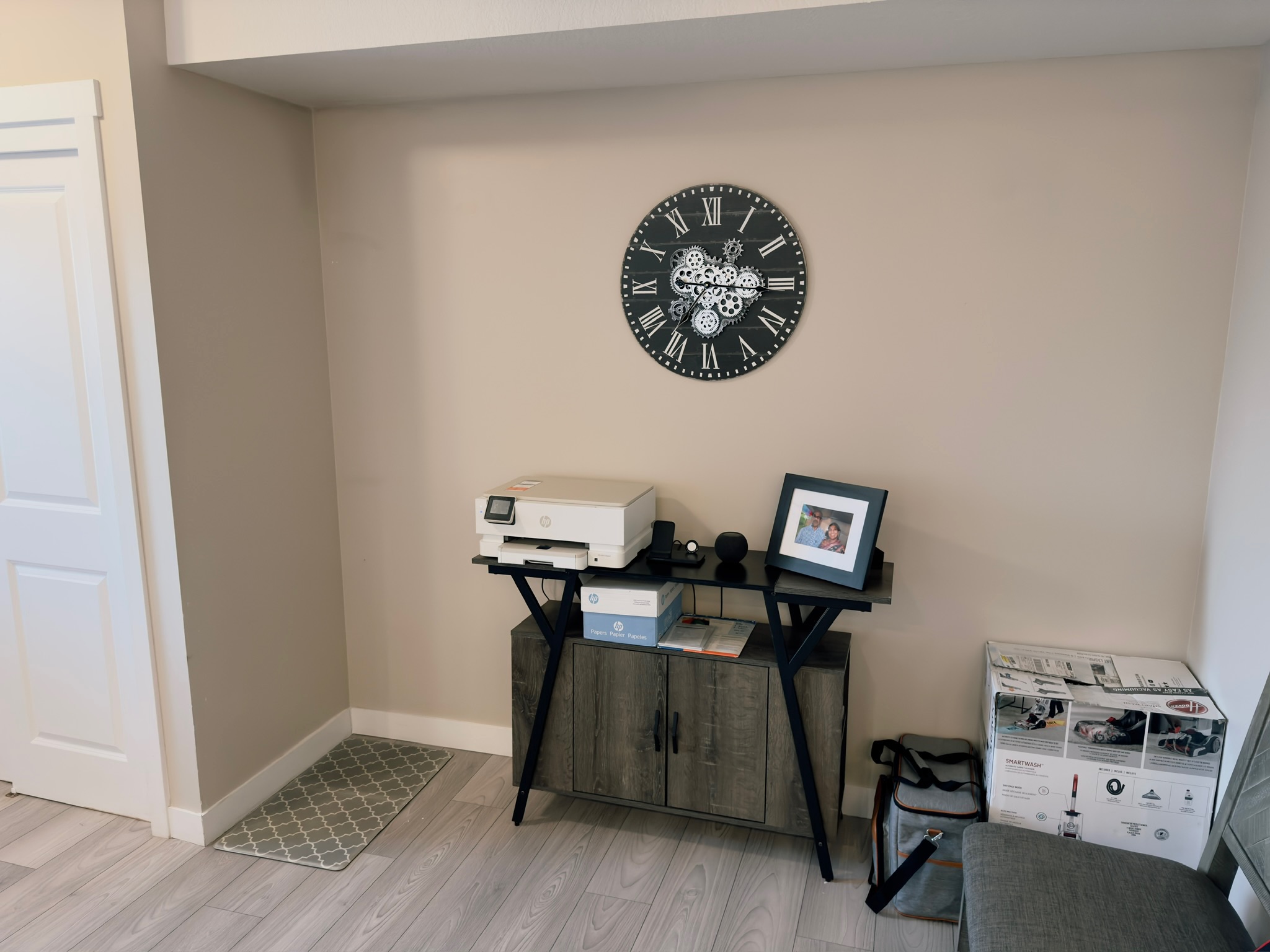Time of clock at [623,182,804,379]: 7:15
